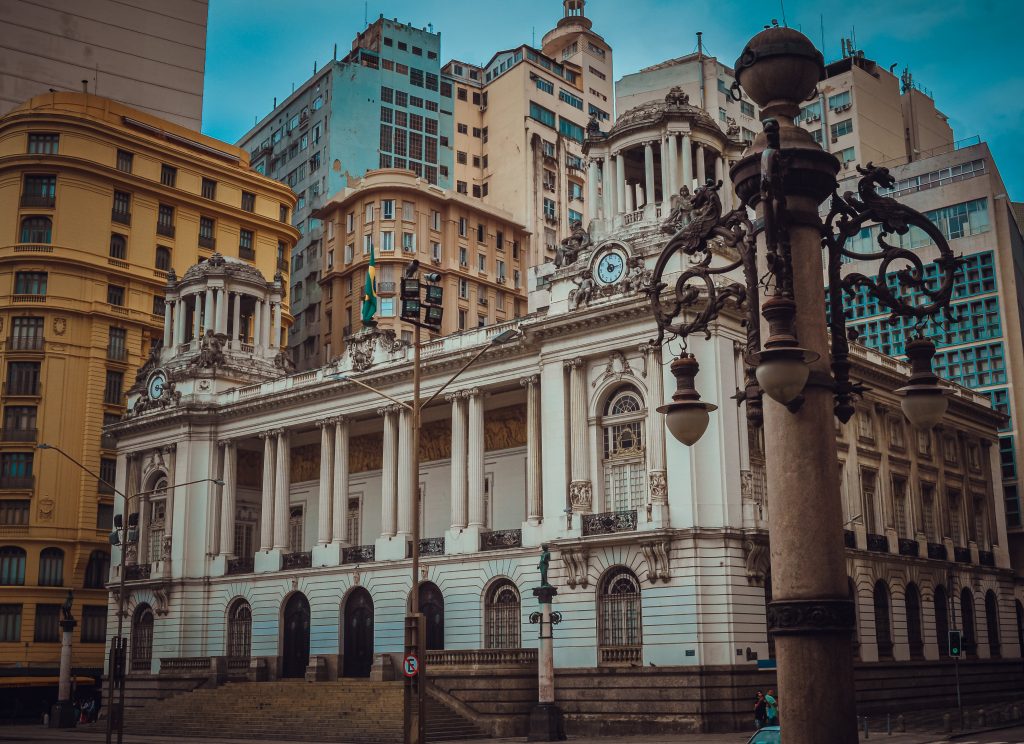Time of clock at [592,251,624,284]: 11:13
